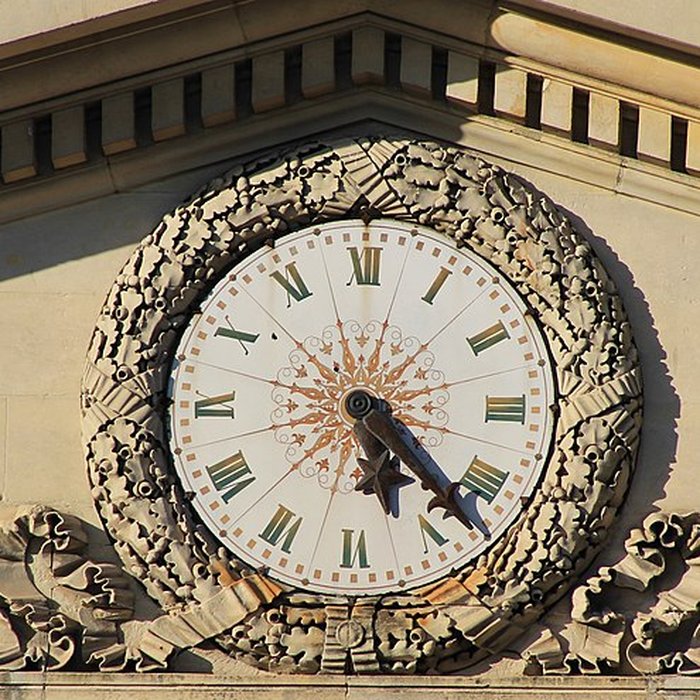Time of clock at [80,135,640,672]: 5:22
